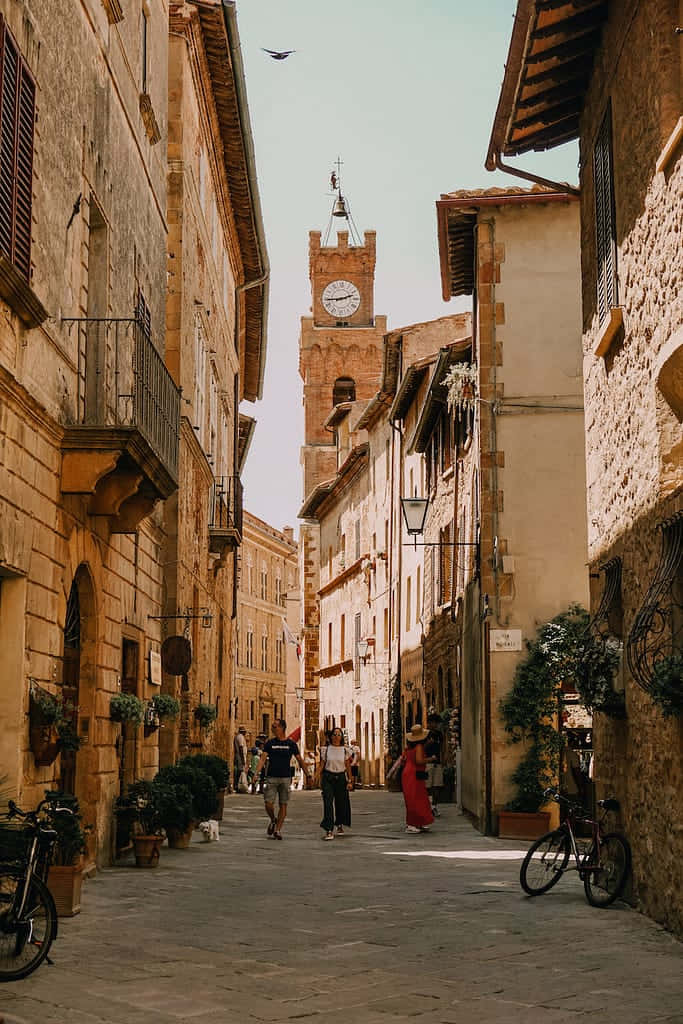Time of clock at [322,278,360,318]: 2:44
